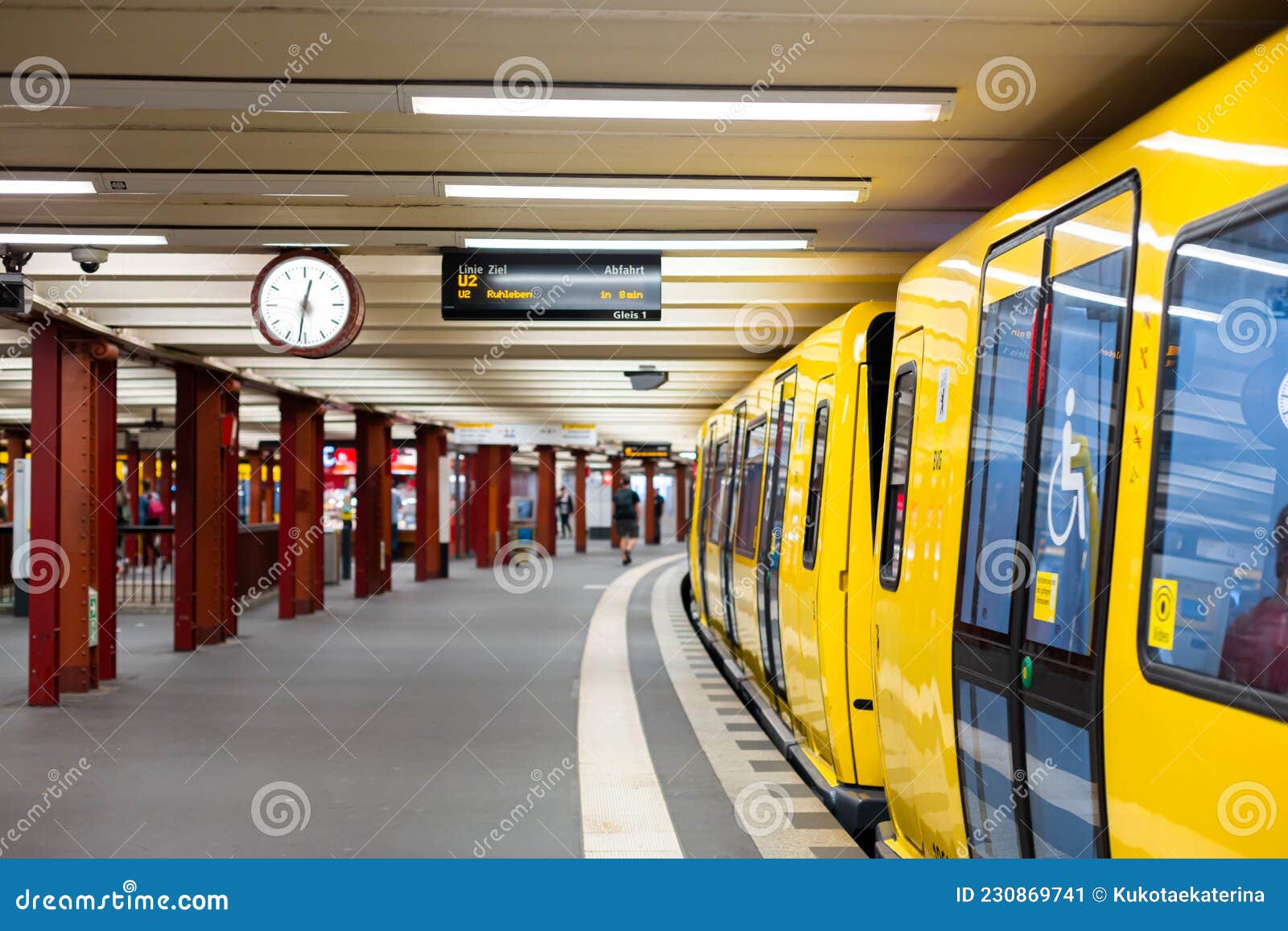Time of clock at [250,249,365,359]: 12:31
